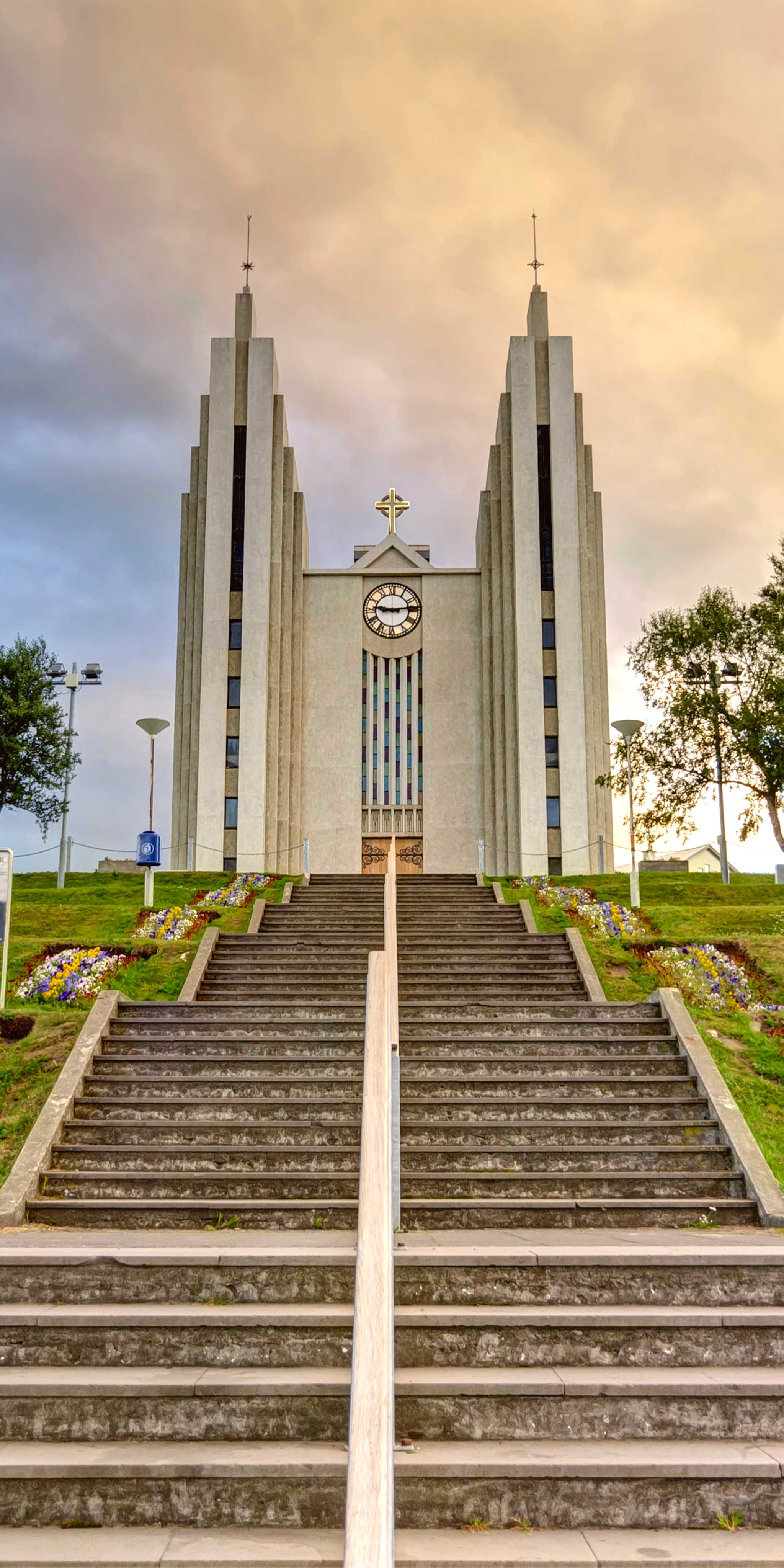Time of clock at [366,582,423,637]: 9:13
